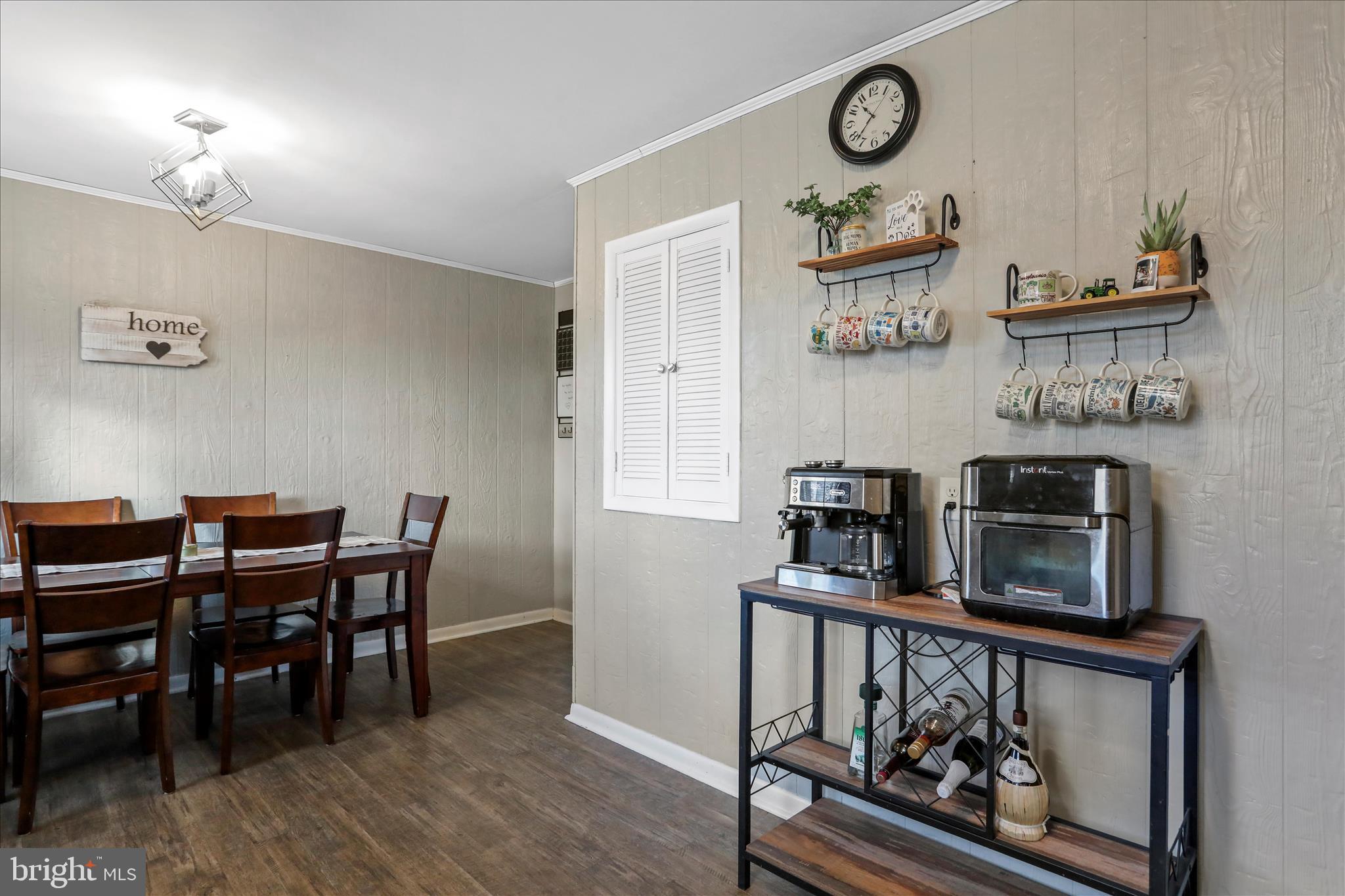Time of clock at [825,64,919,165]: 10:37
